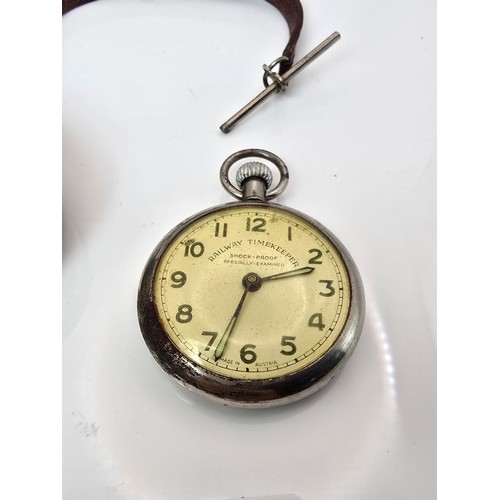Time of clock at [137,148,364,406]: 2:33
